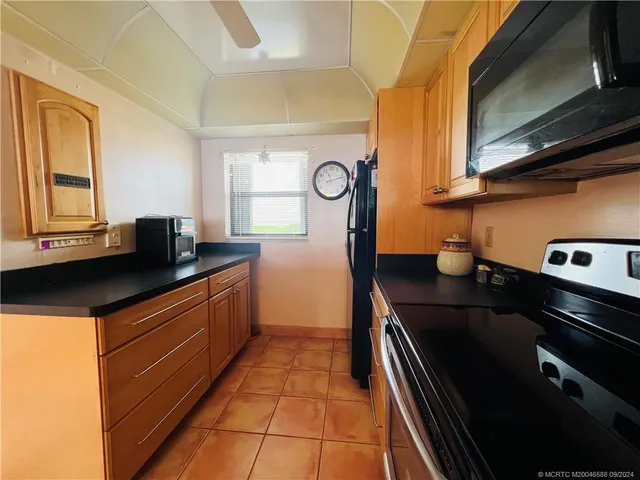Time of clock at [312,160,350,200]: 11:12
